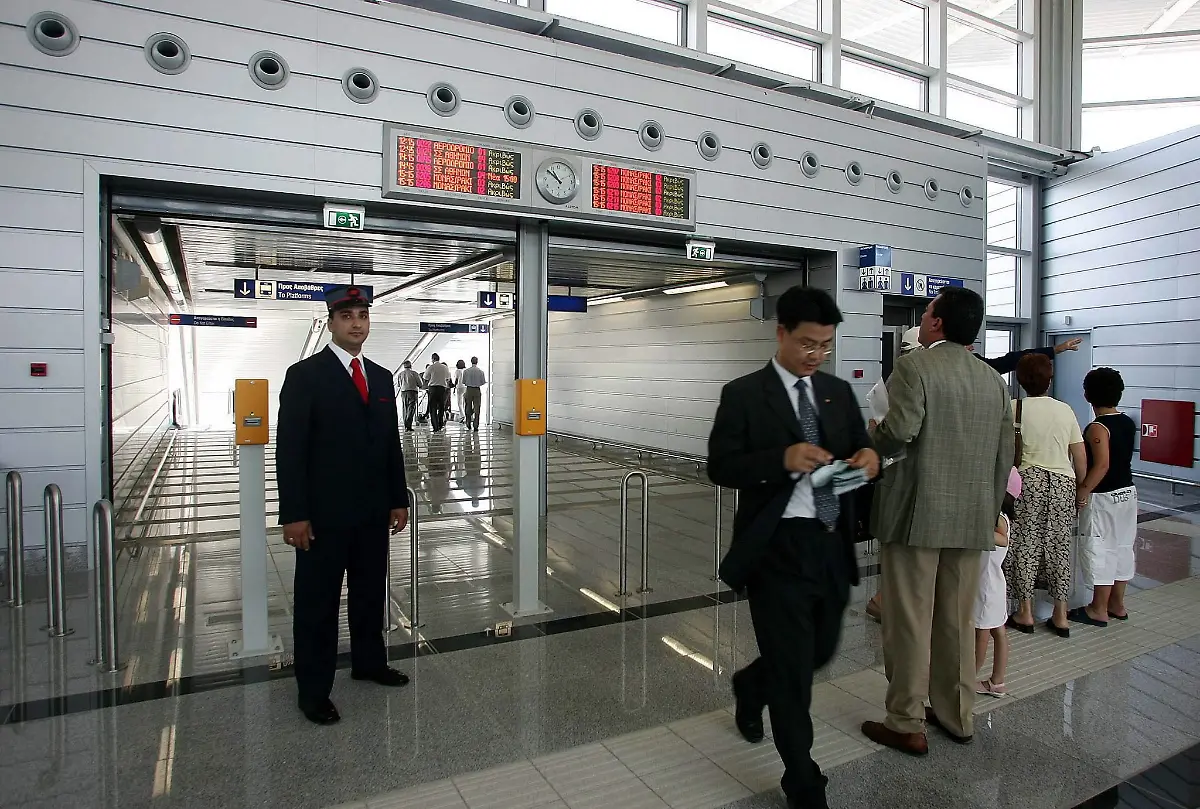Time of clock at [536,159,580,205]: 10:51
